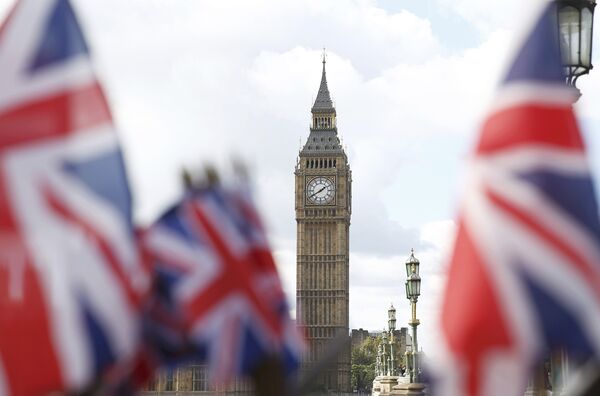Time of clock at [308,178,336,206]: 1:40
